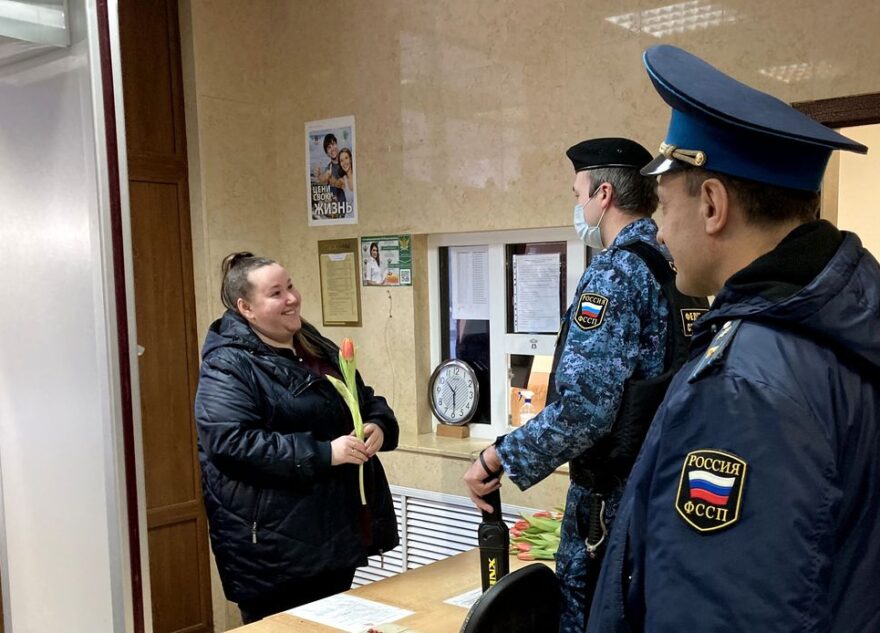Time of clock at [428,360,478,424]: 5:51
